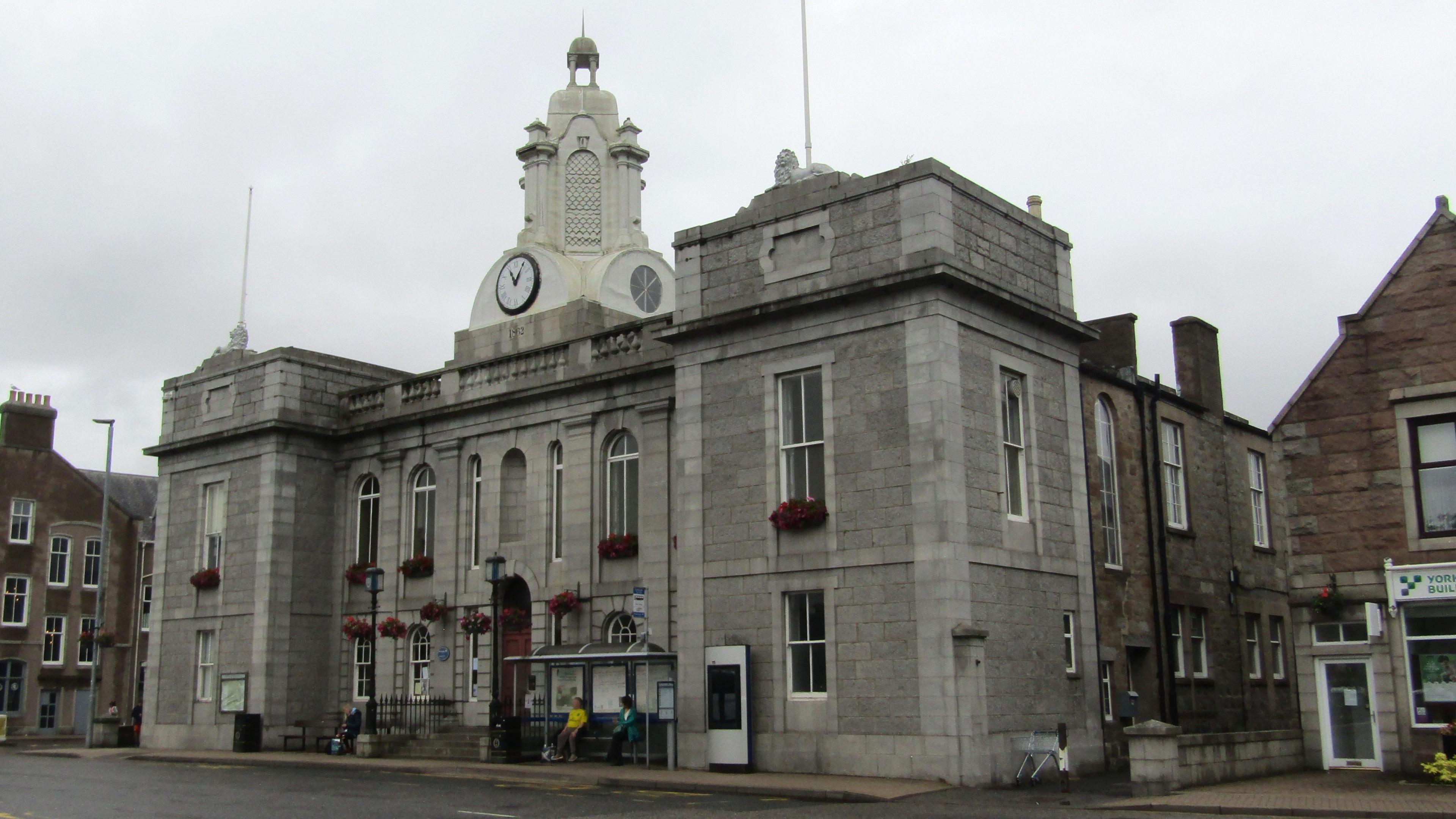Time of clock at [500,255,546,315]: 11:05
